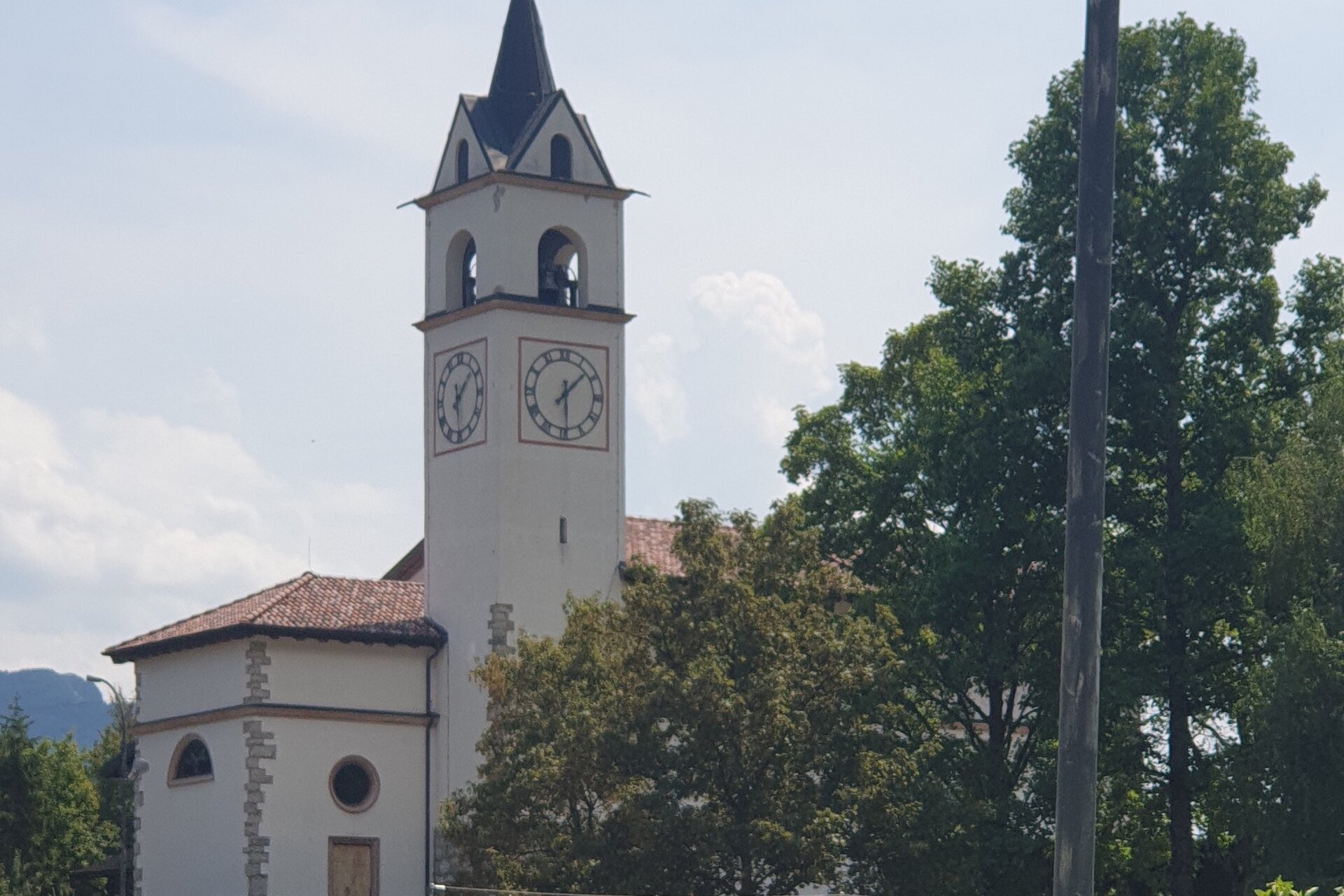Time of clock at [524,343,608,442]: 1:29
